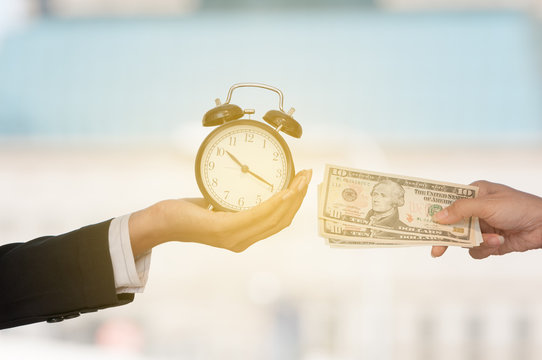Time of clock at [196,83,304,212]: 10:19
